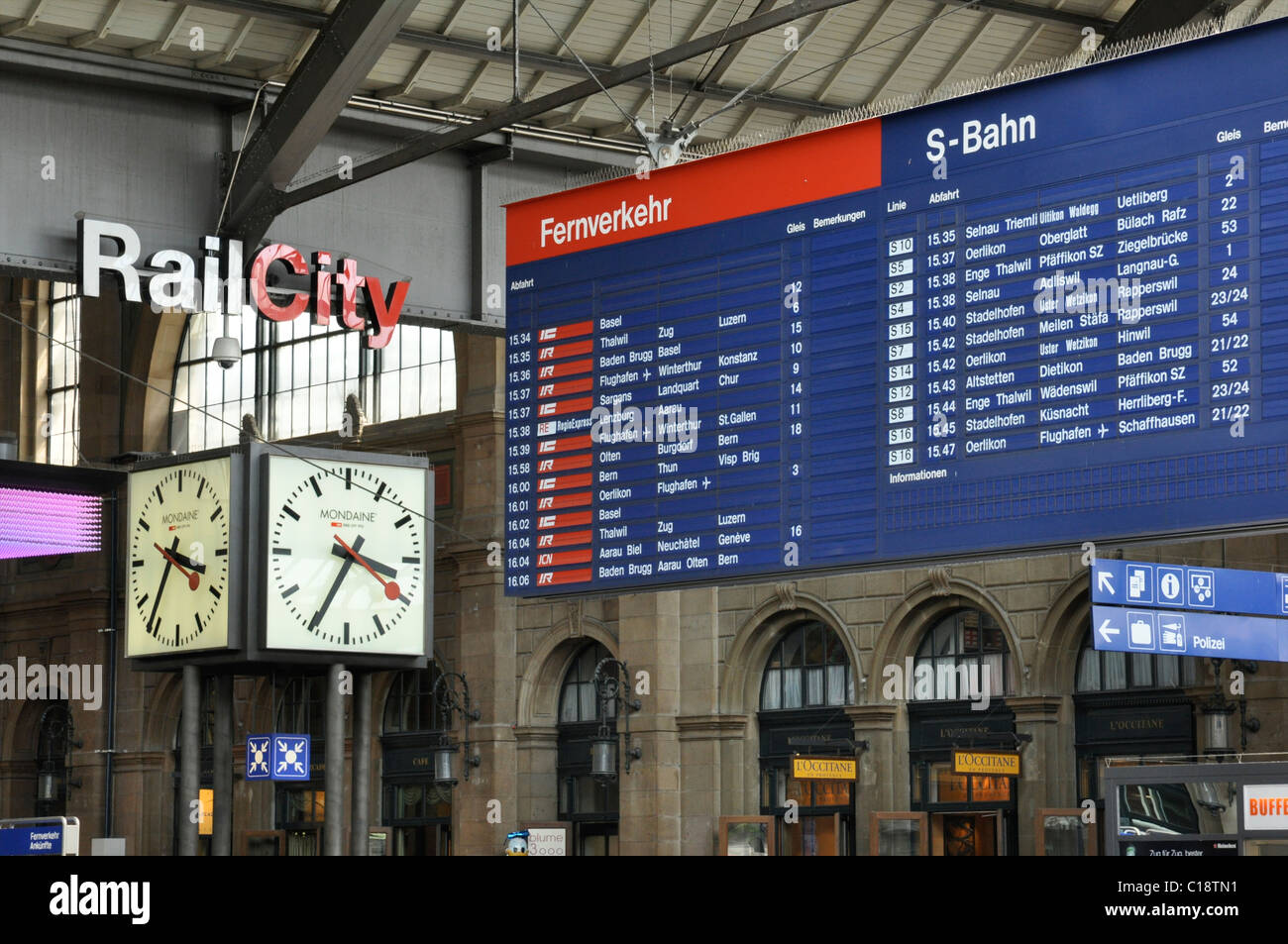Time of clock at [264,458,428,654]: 3:34
